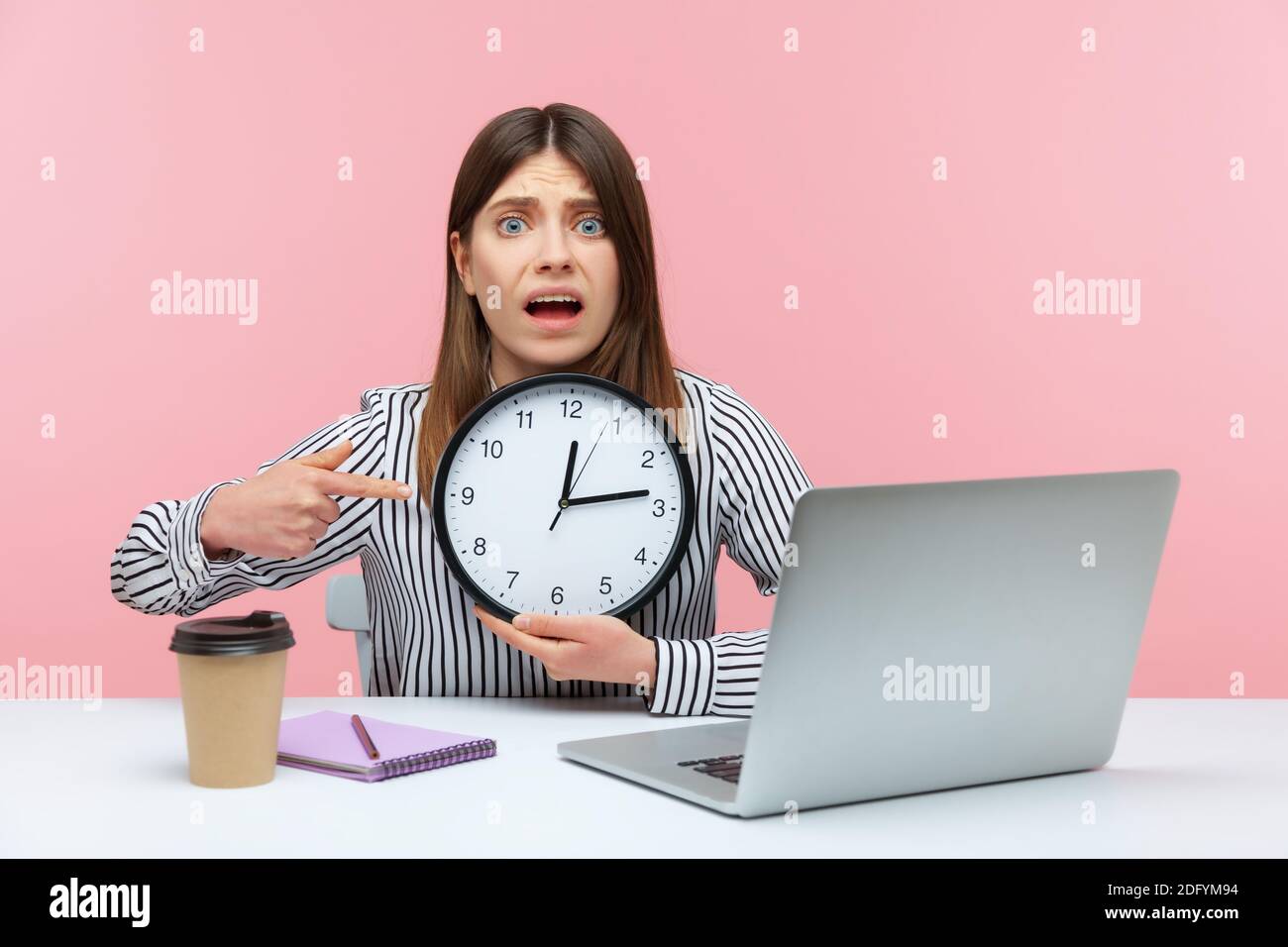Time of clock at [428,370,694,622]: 12:13
